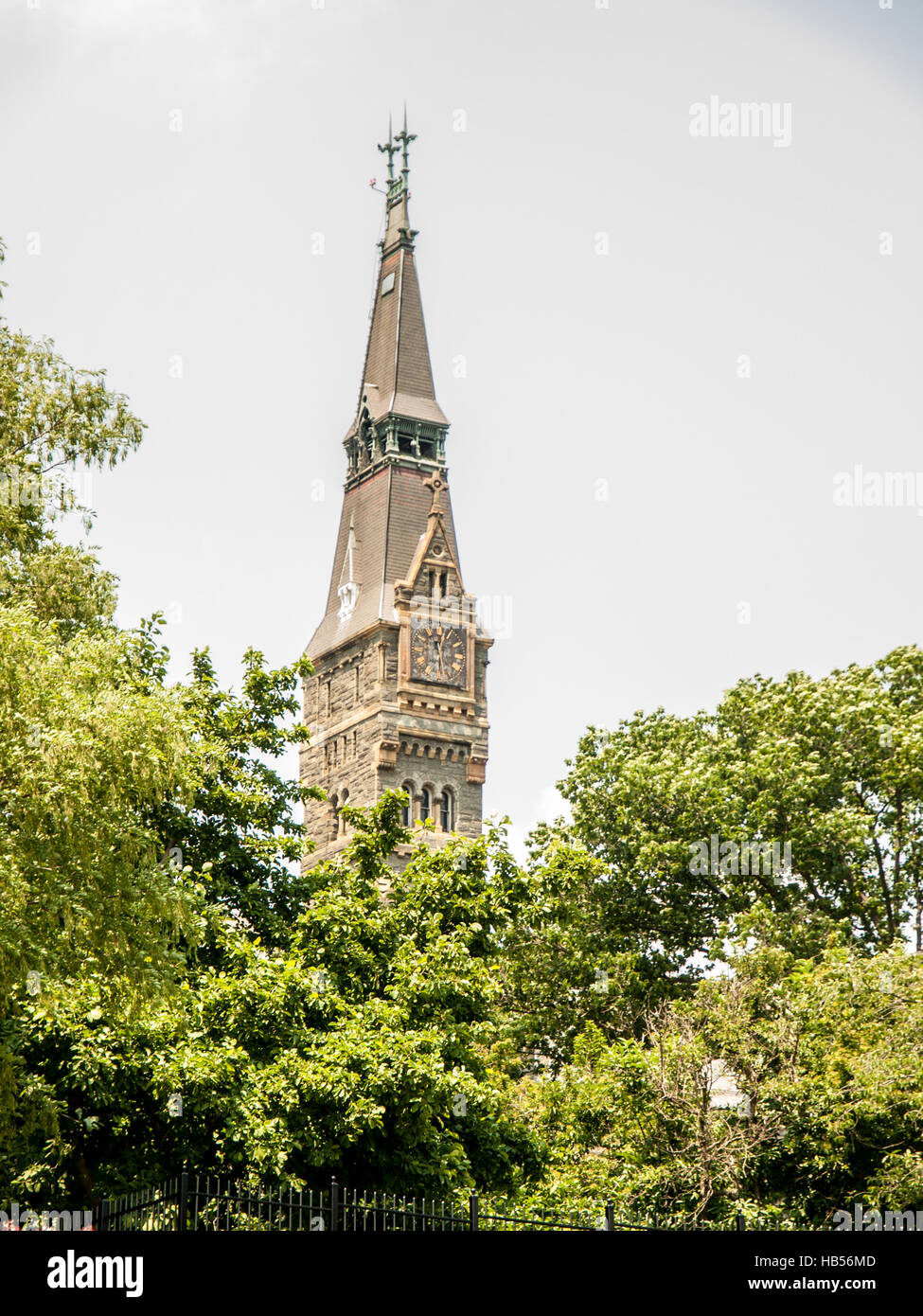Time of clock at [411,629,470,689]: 11:28
